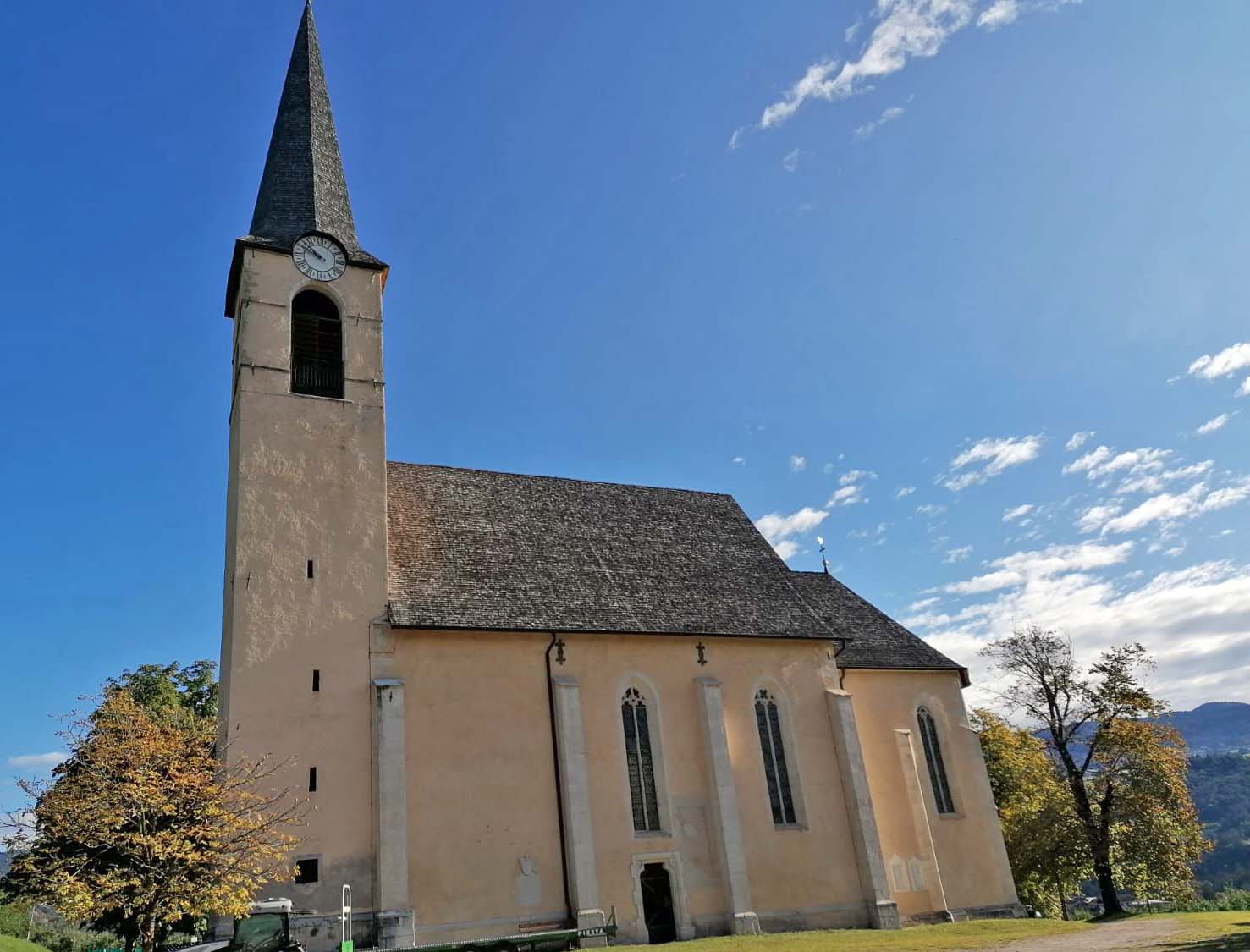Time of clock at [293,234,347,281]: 9:51
